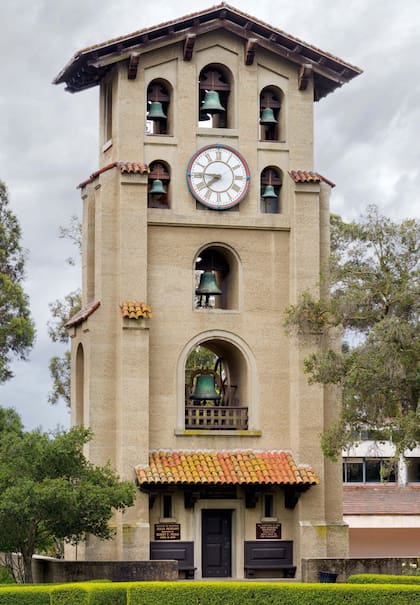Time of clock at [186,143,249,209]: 7:45
